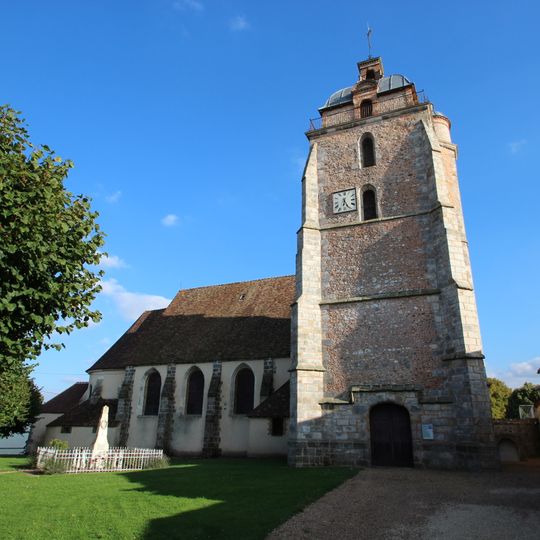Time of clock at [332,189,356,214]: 6:25
